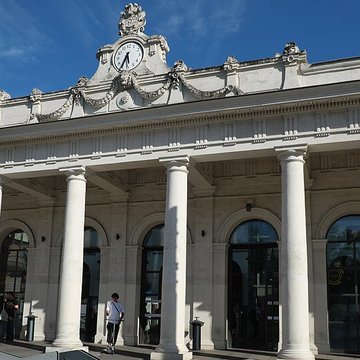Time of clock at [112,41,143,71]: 5:34
